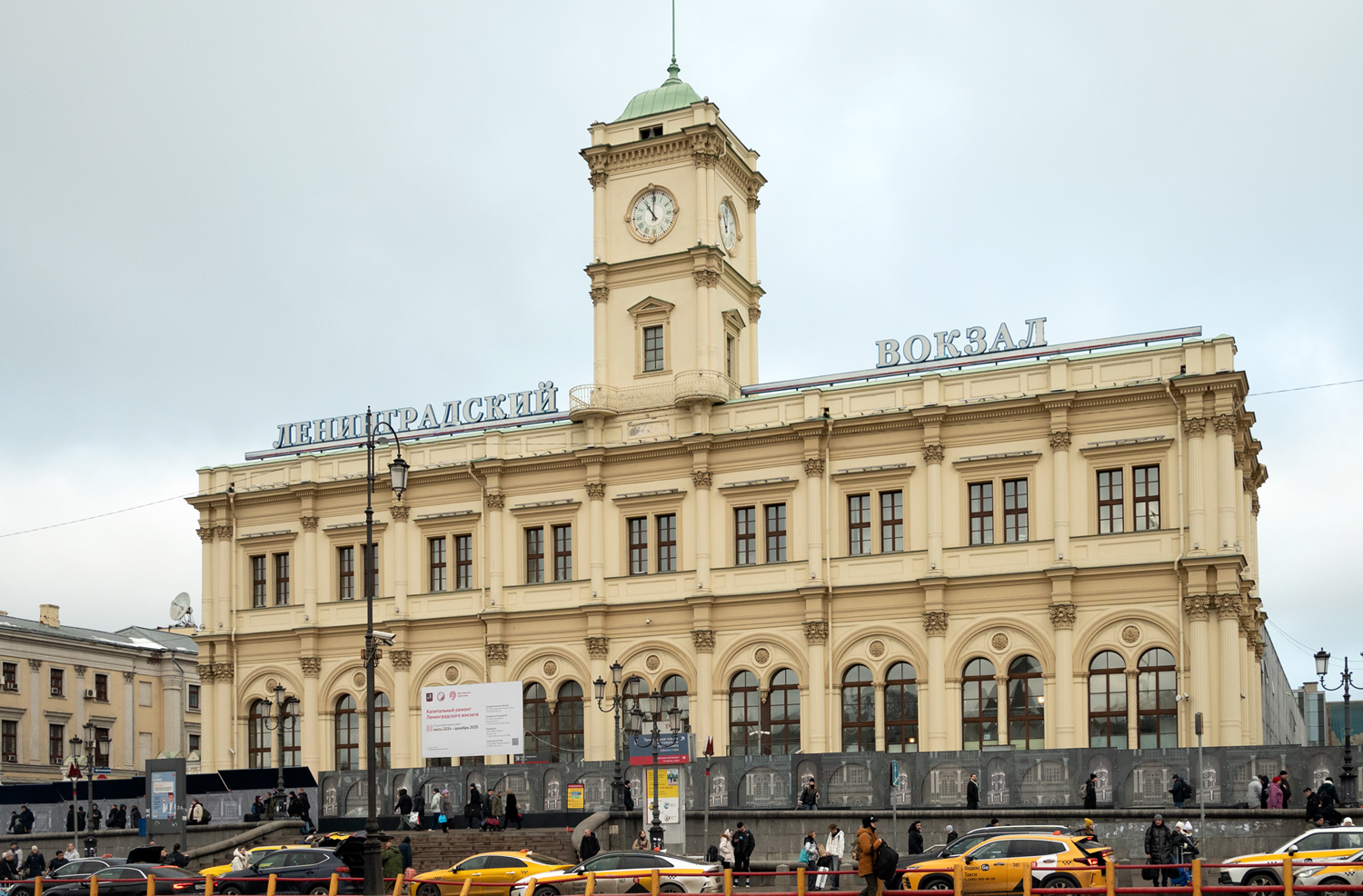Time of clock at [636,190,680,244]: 11:00
